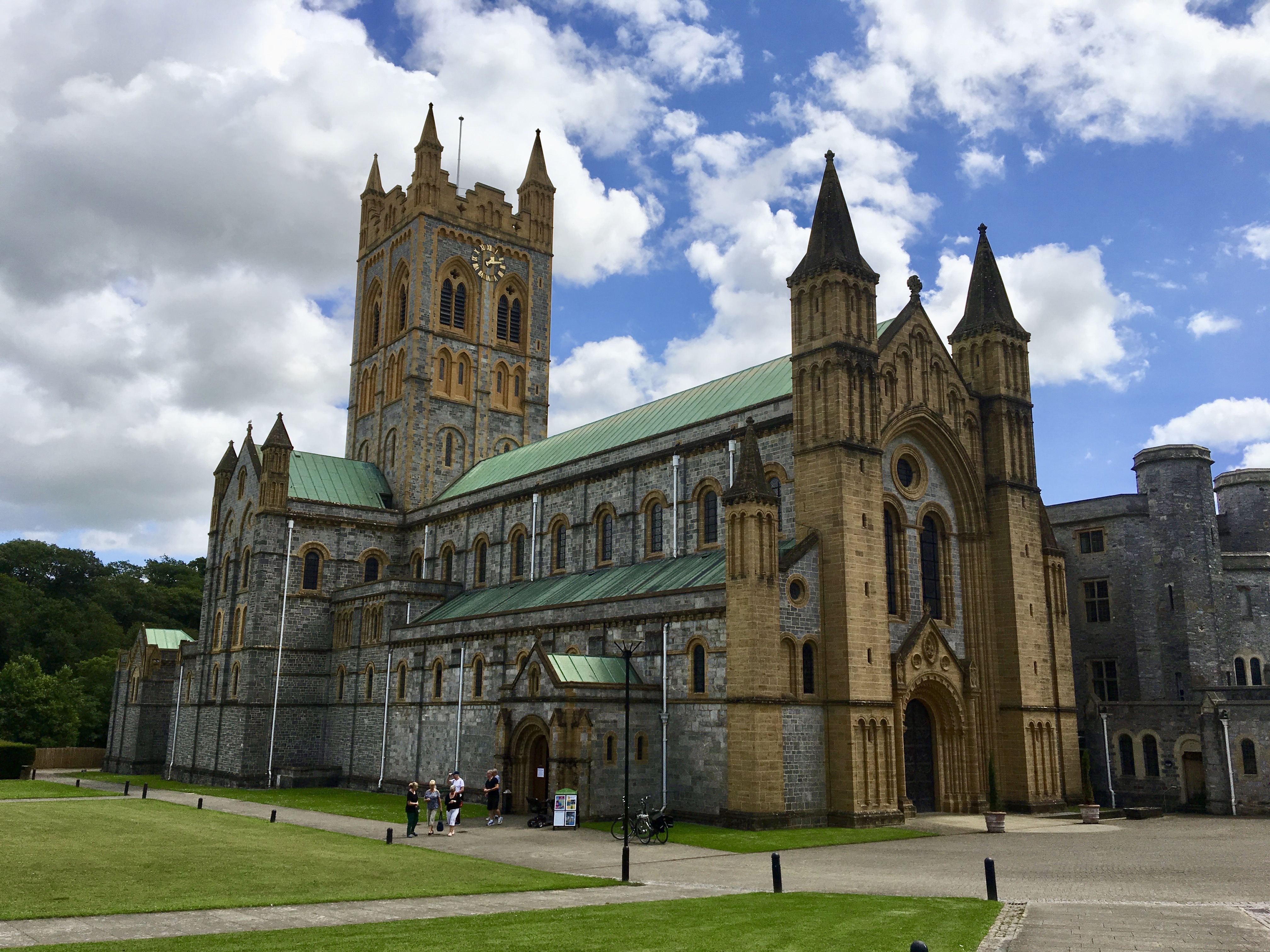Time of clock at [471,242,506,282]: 1:13
